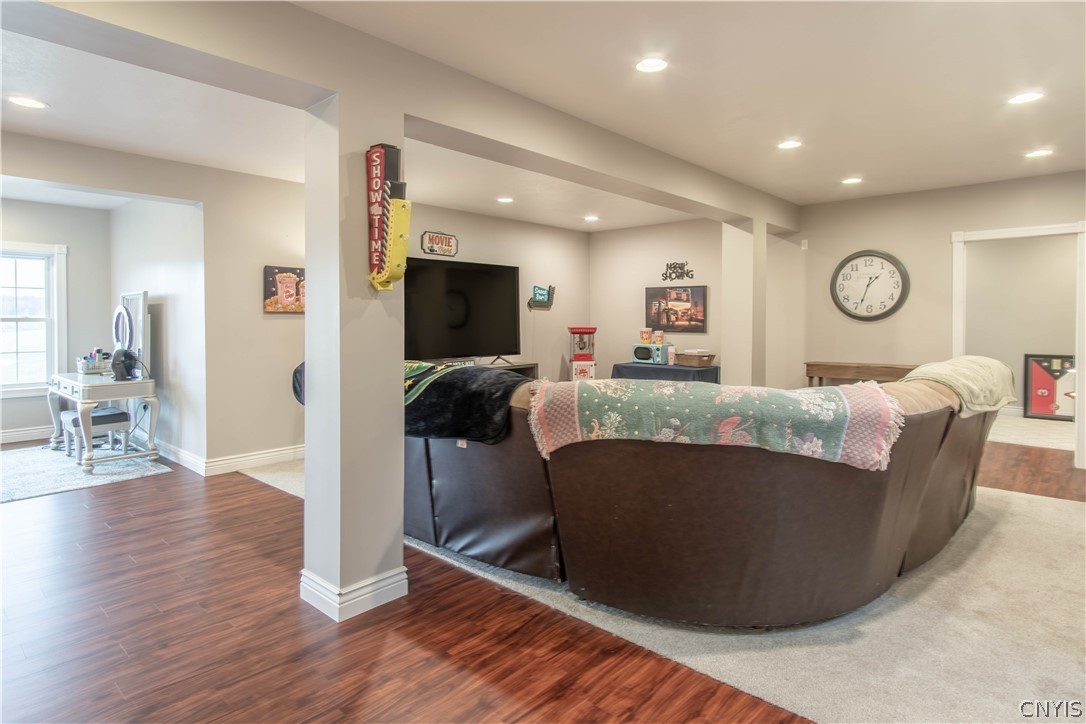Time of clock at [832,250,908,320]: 1:33
